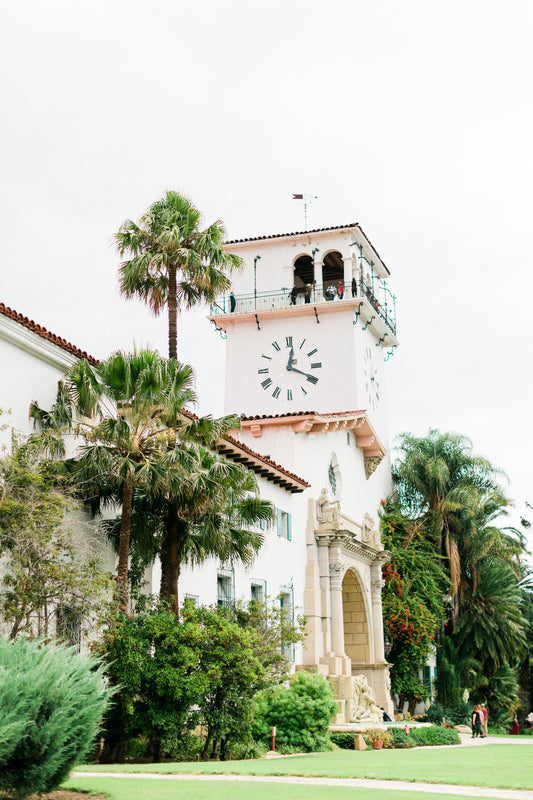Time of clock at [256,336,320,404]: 12:19
